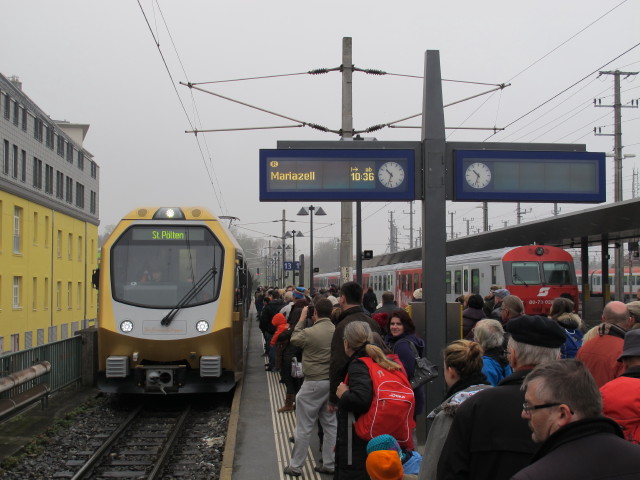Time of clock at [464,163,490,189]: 10:33
